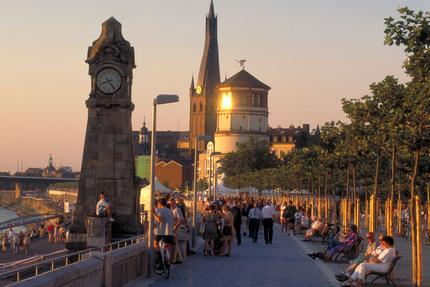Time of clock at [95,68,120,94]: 8:24
